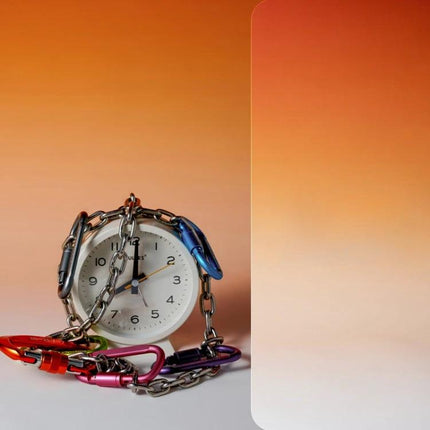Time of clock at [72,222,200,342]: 8:00
